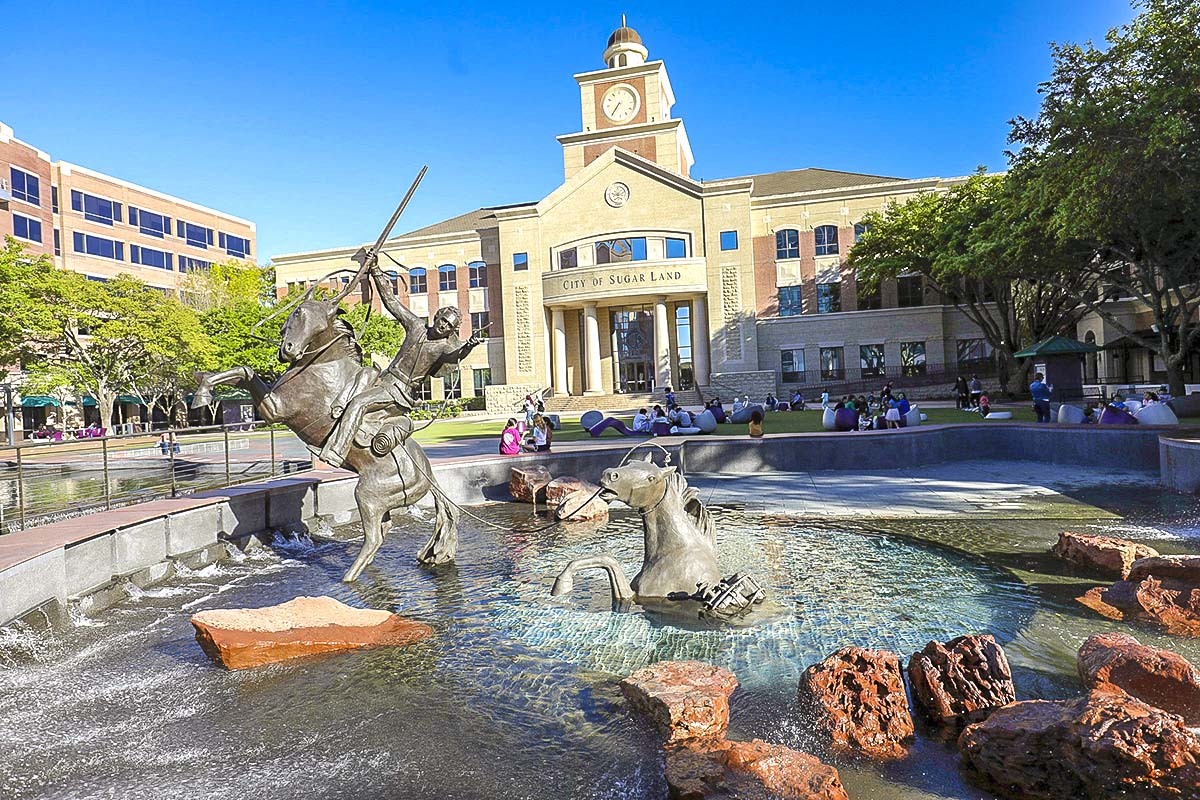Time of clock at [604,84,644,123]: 7:36
